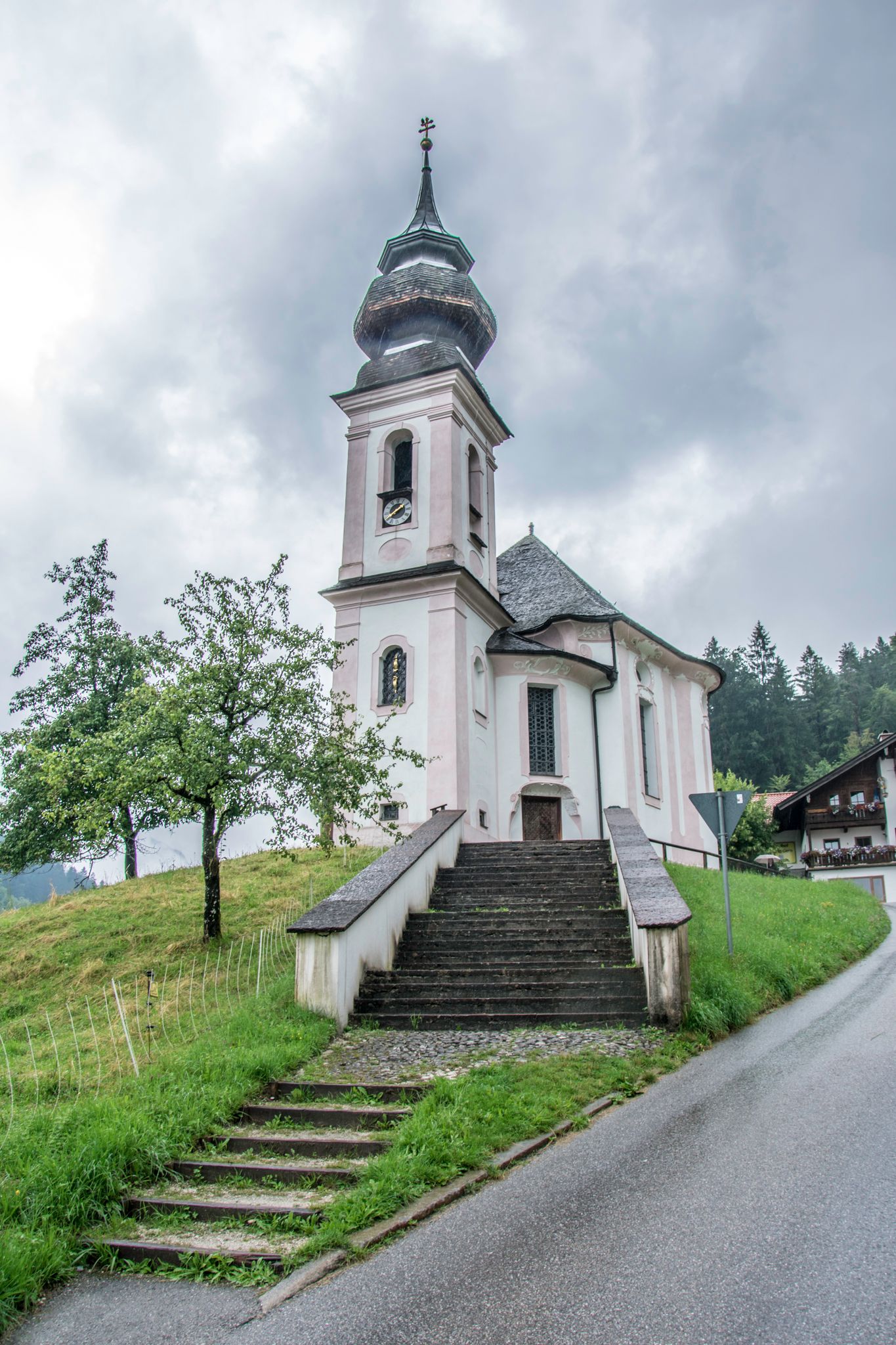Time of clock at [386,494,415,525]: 1:39
